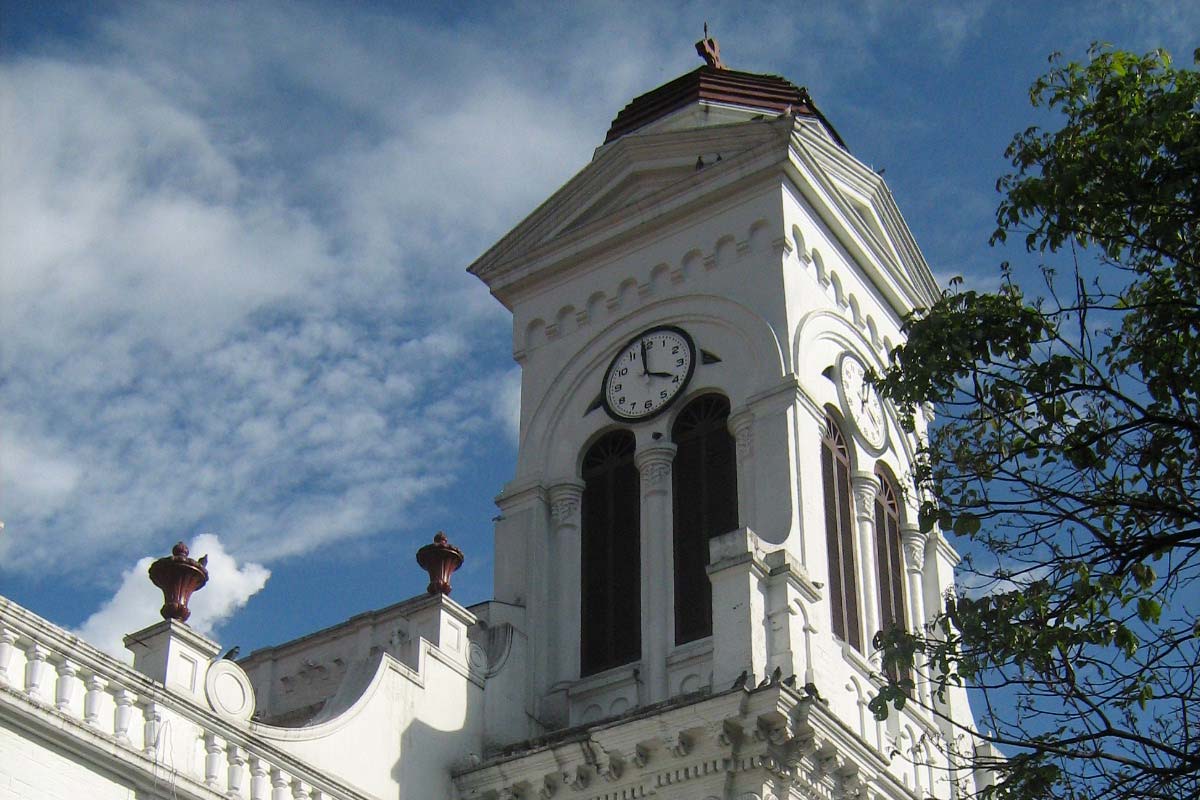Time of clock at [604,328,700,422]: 3:58
